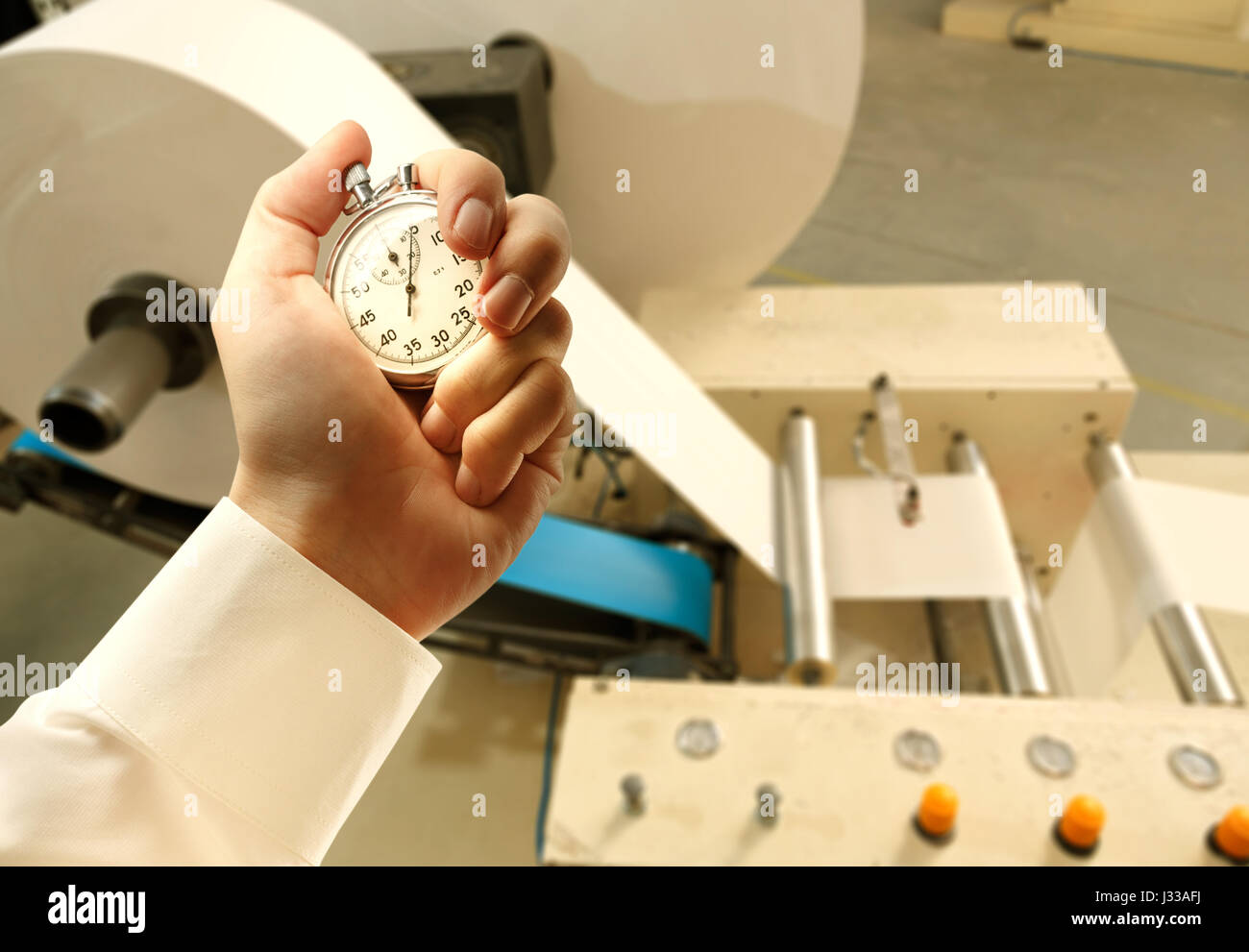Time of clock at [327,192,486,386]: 11:00
